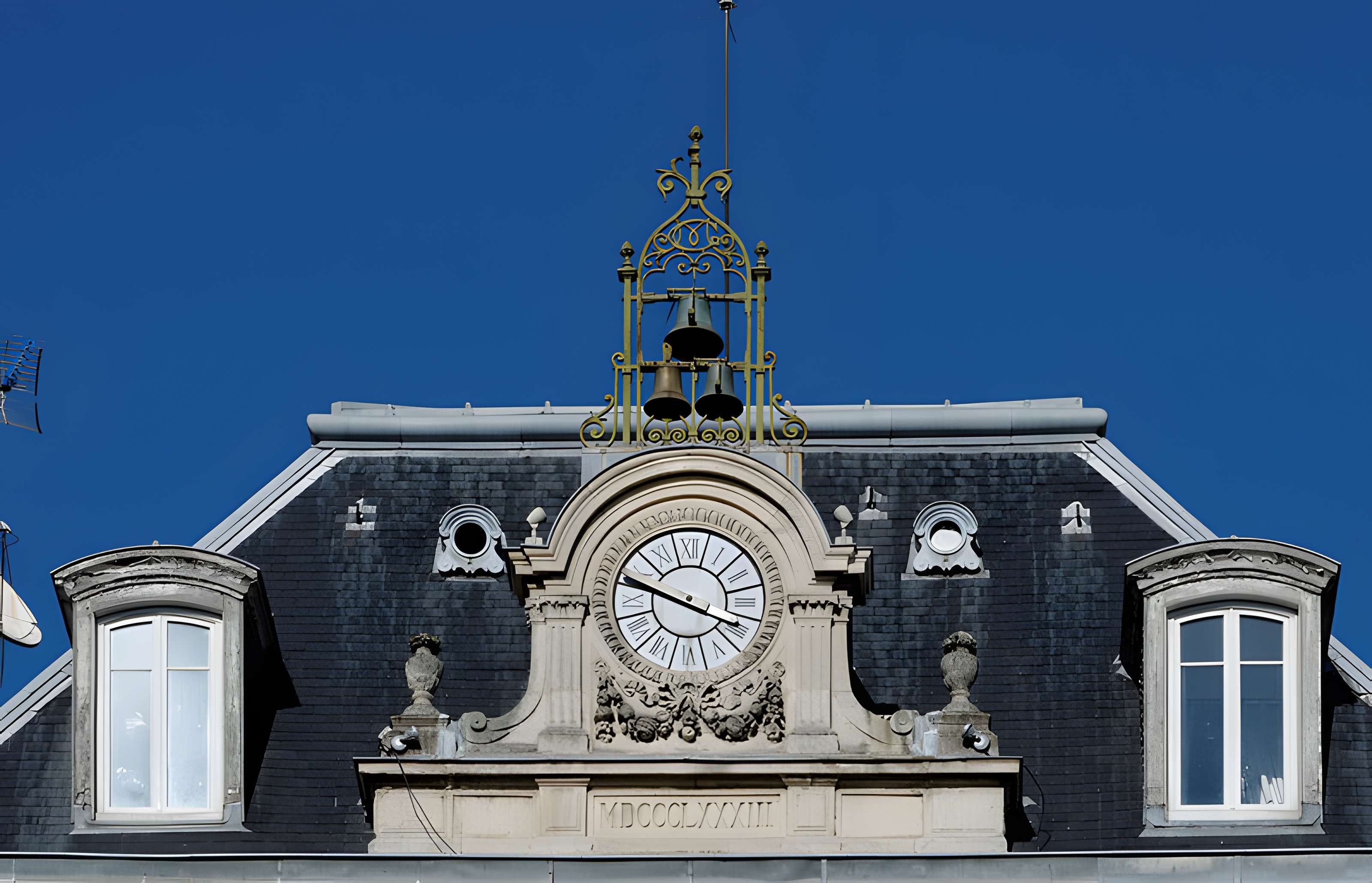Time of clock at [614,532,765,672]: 3:48
